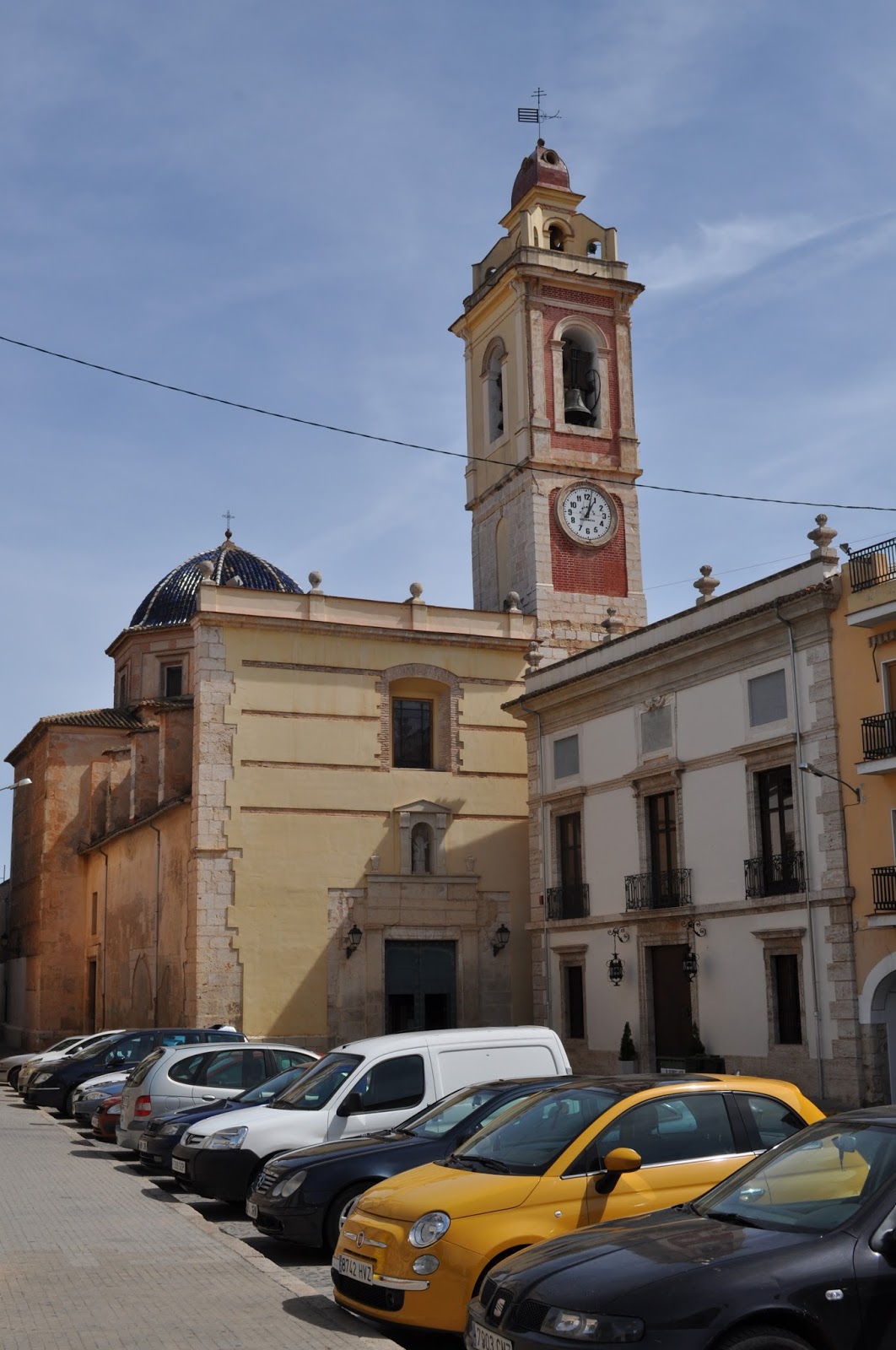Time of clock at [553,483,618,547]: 1:02
